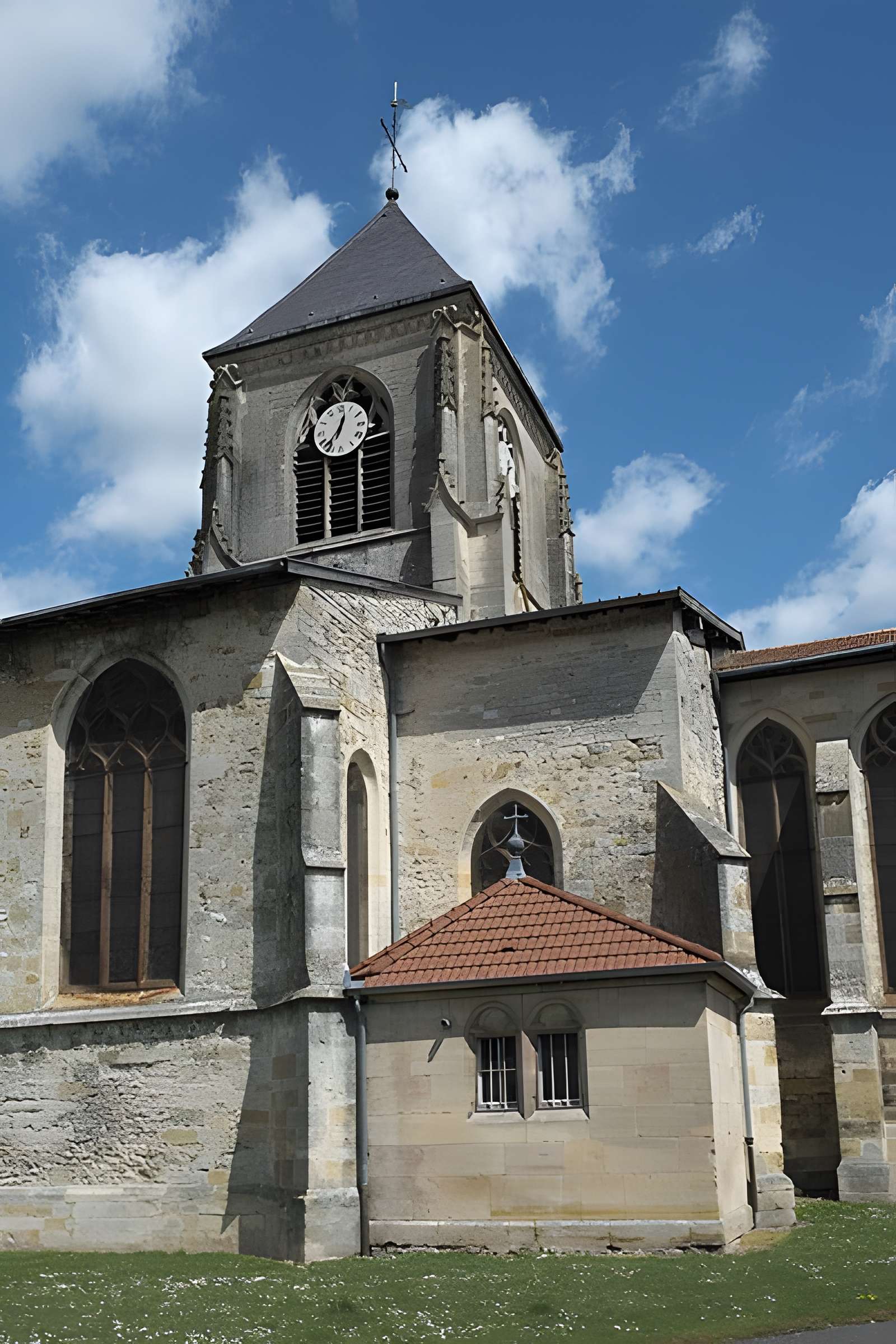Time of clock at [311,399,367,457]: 12:36
